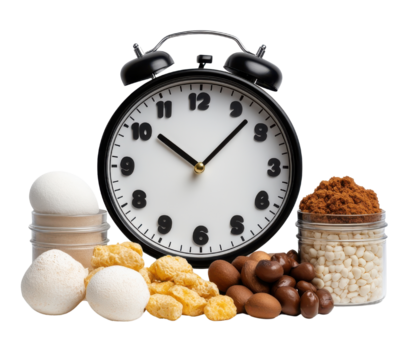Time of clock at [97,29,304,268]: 10:07
